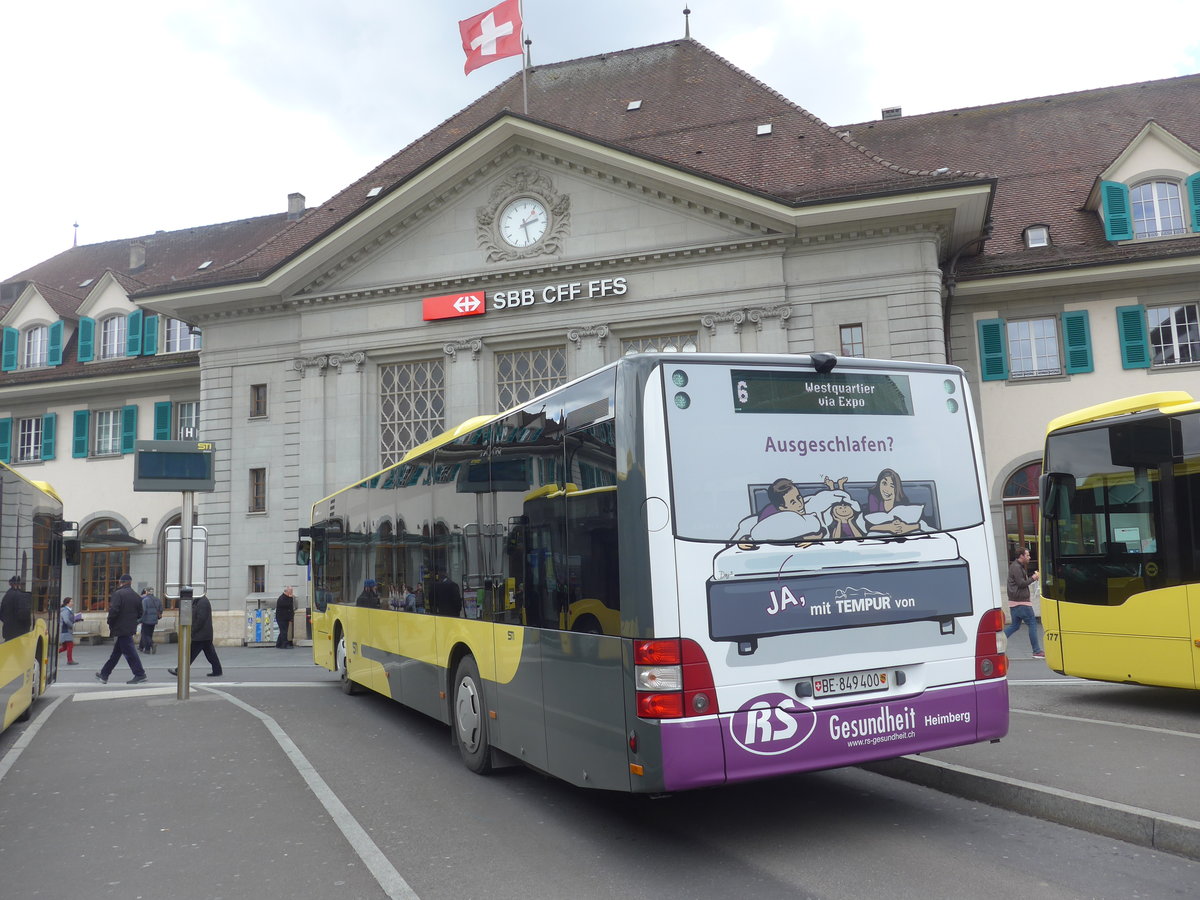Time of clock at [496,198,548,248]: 2:28
